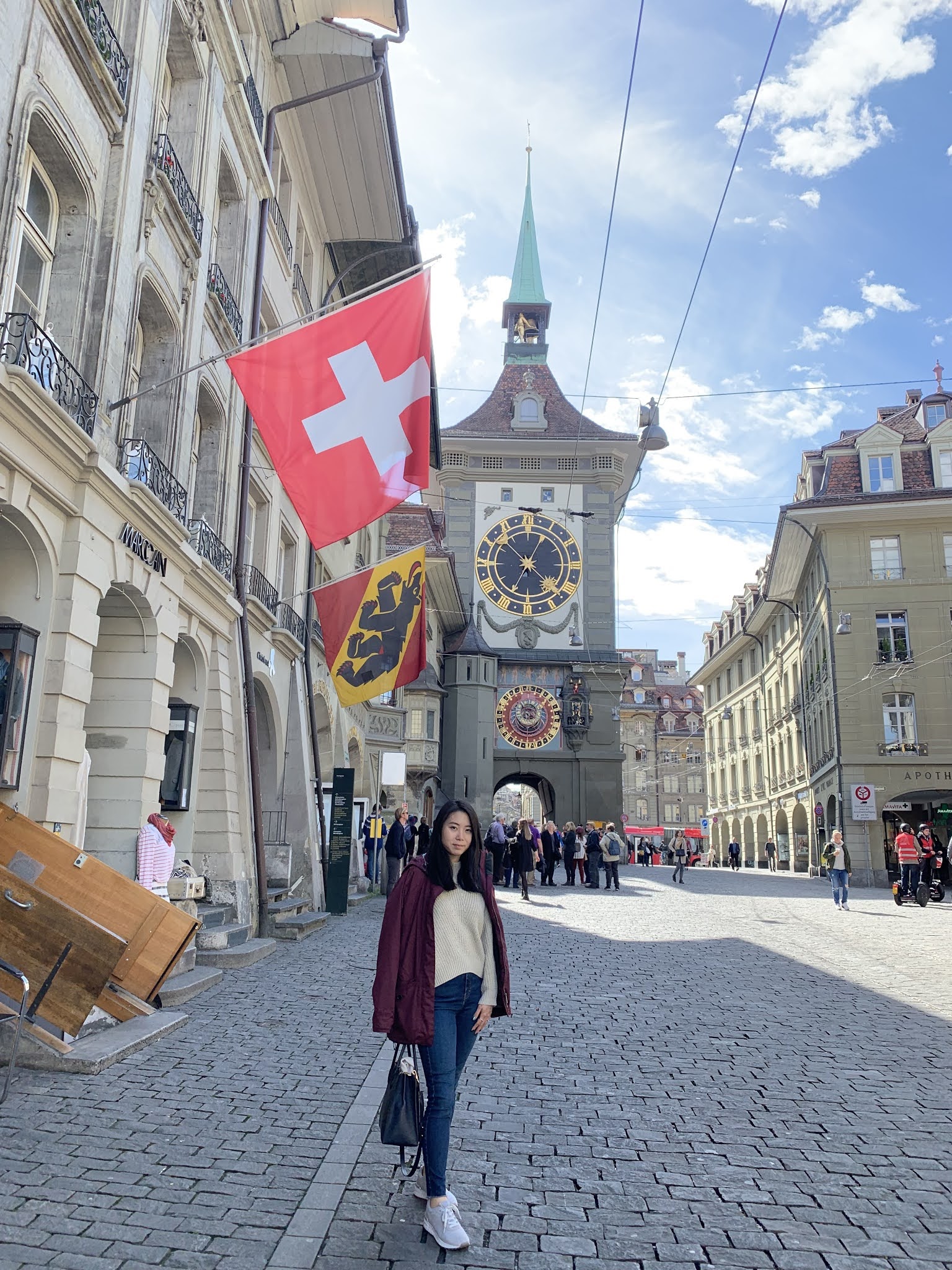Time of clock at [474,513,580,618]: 4:34
